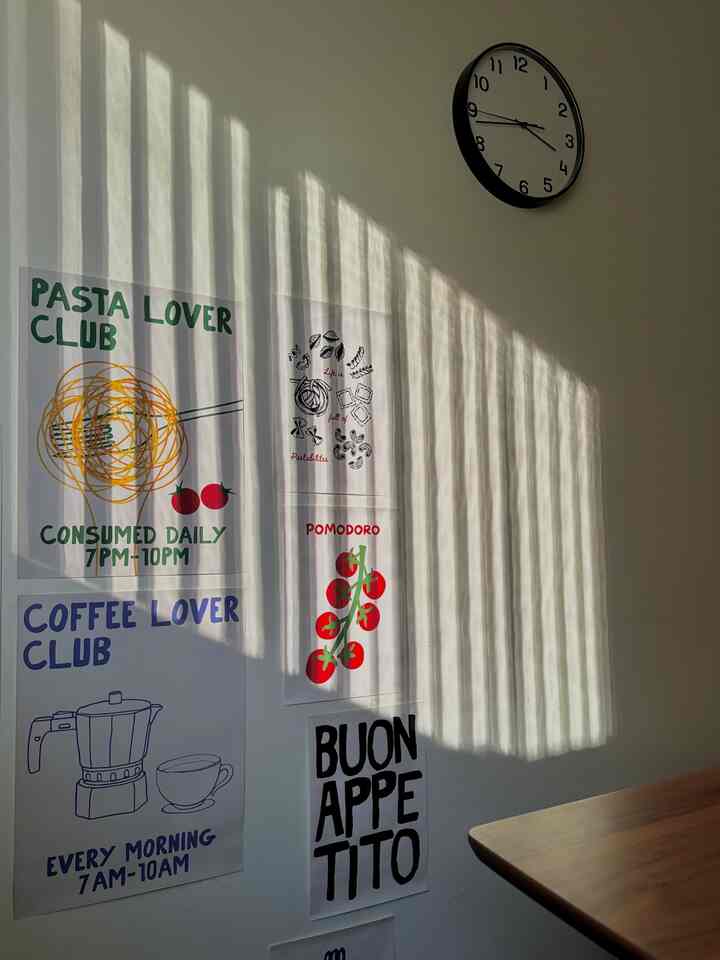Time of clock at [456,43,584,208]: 3:43
